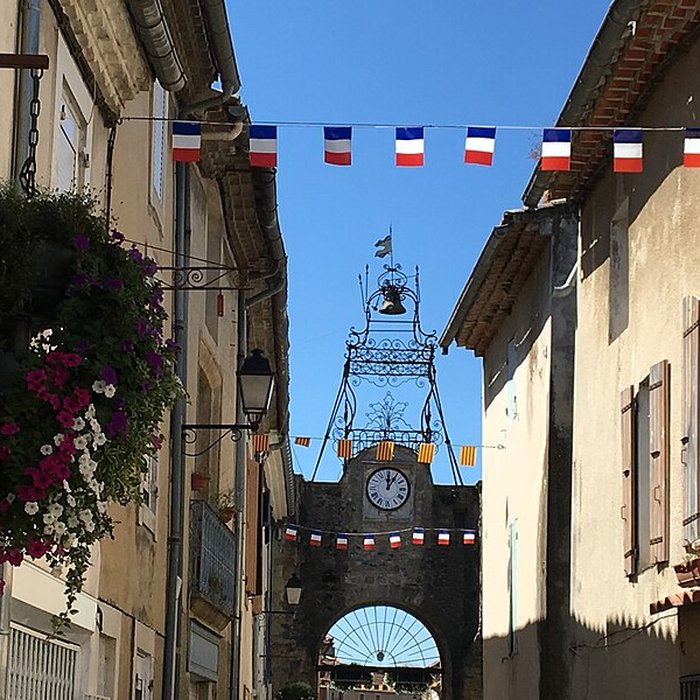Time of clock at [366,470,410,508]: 12:05
